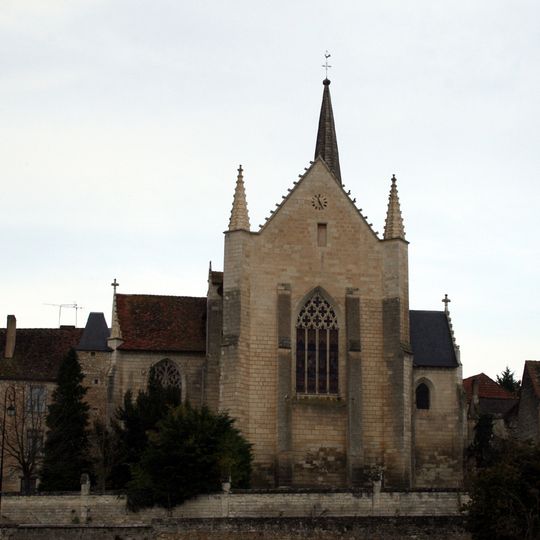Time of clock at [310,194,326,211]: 11:25
